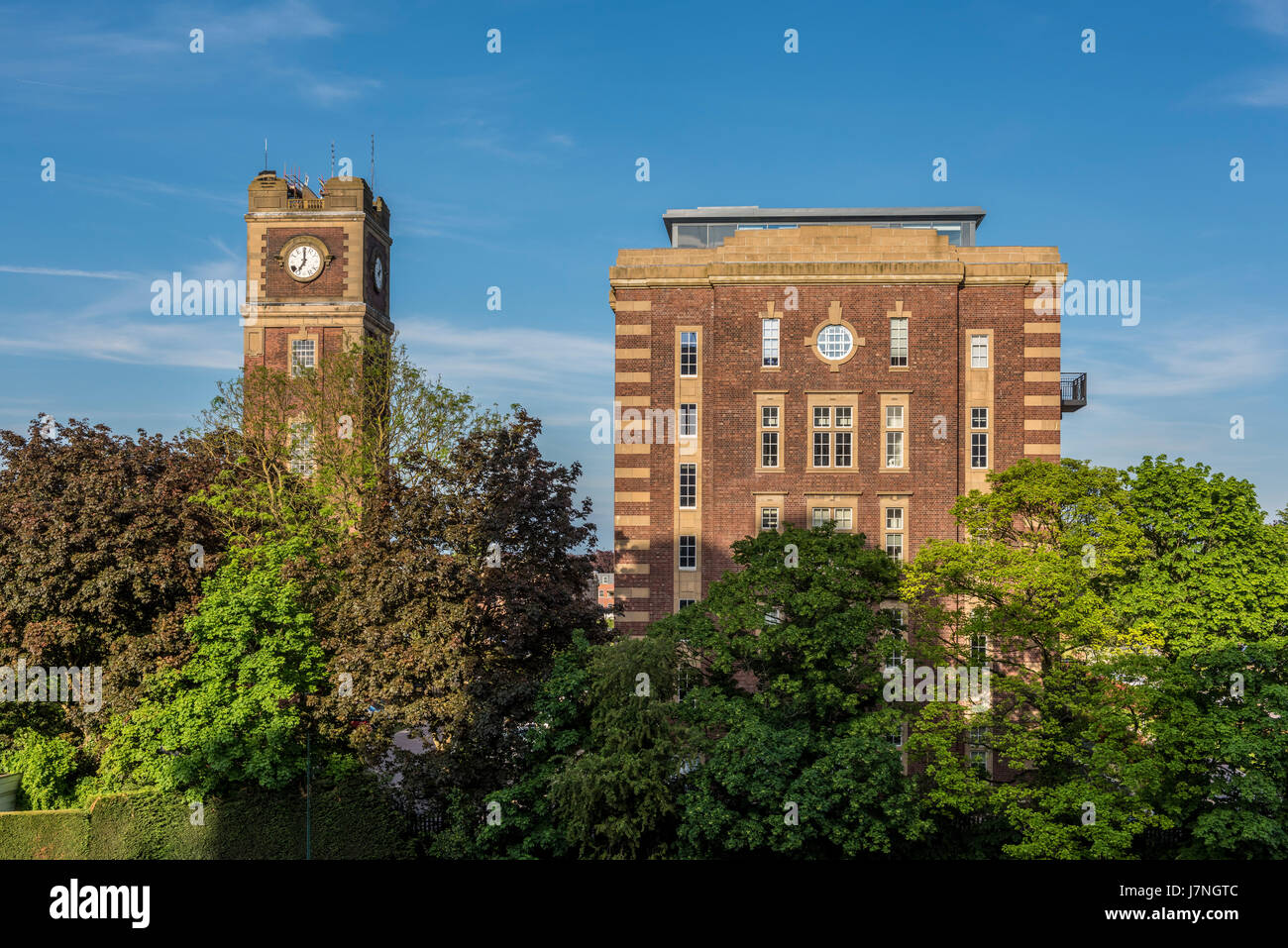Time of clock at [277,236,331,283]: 7:00
